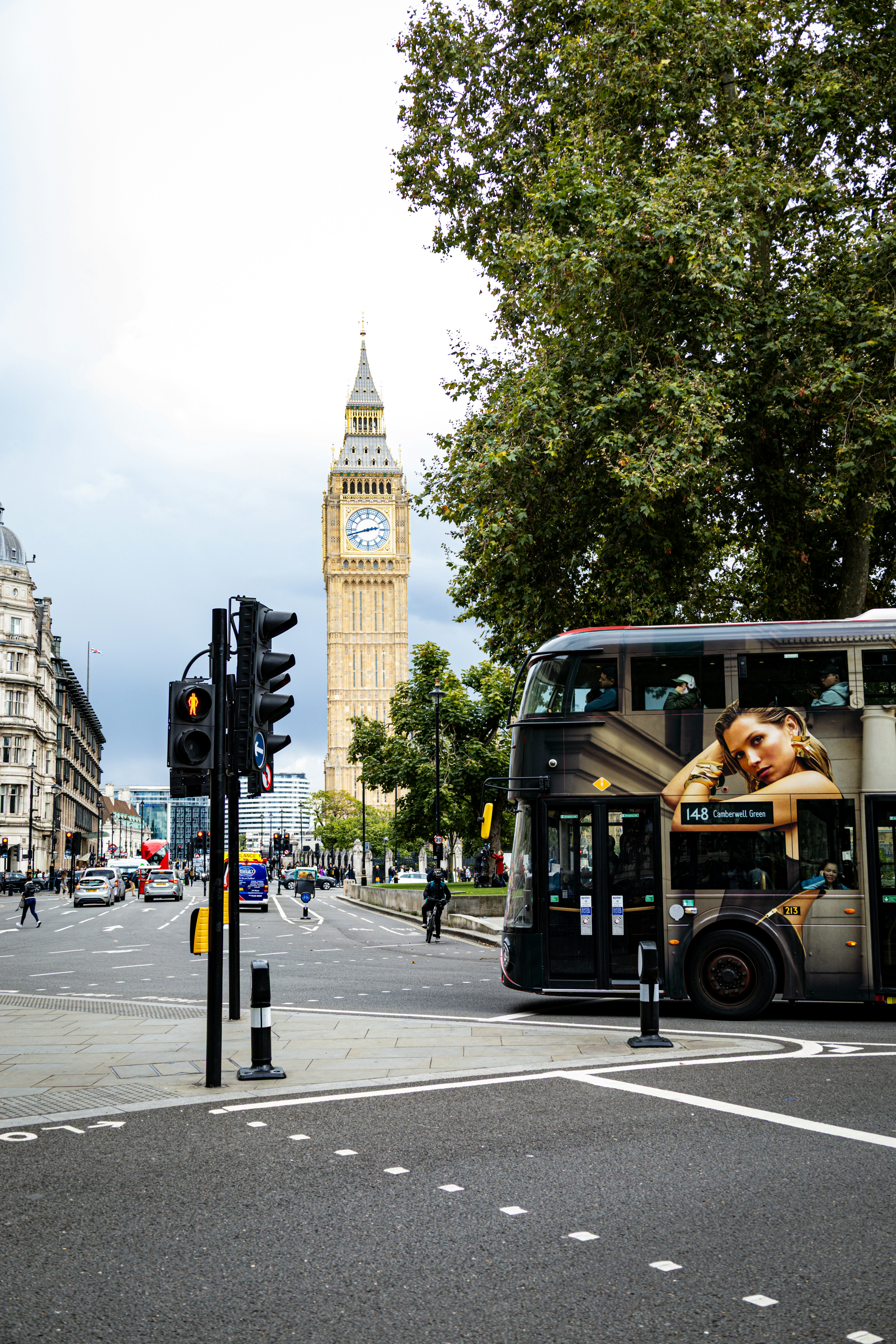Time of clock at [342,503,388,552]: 2:42
